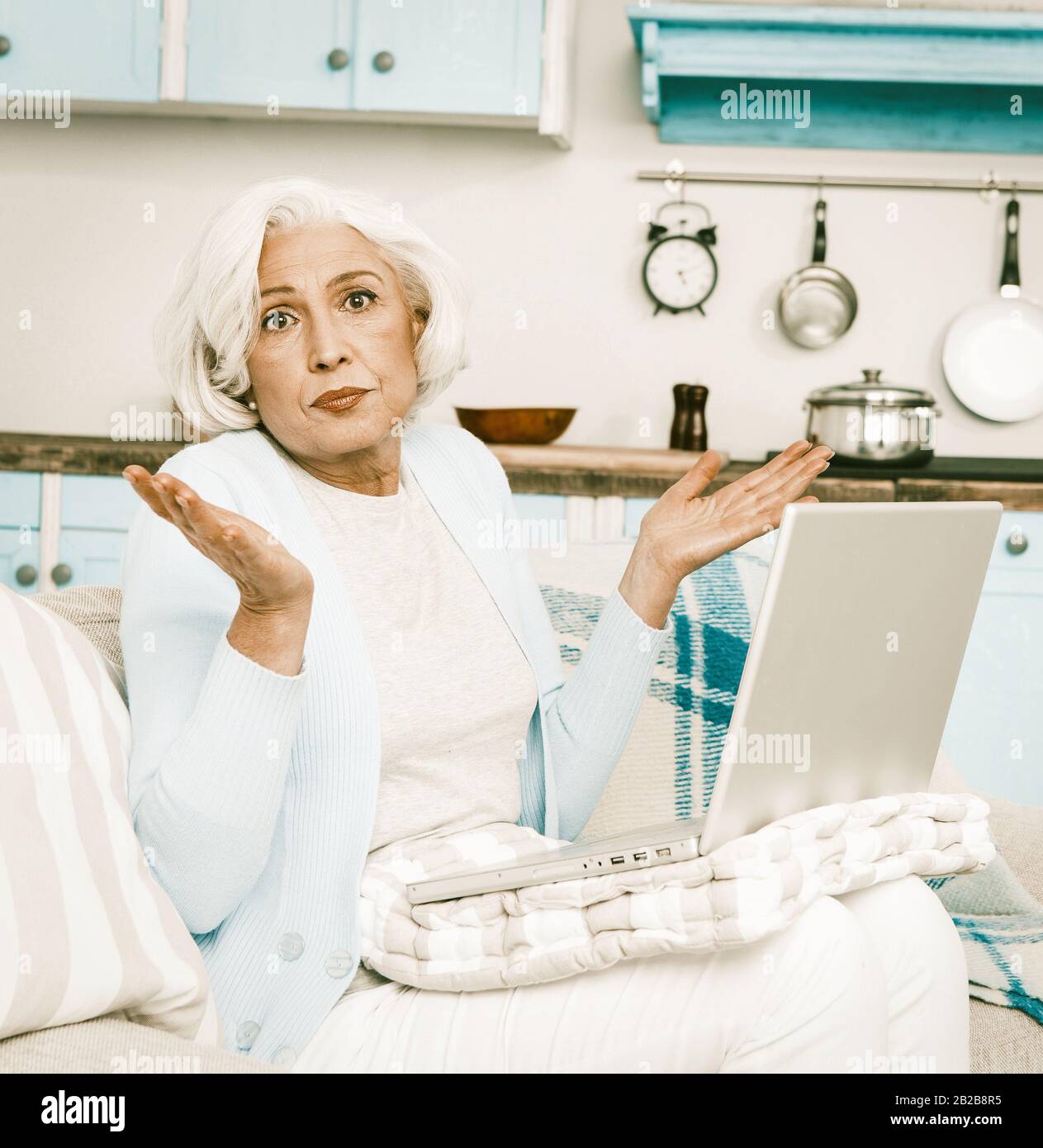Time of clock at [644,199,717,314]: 5:11
